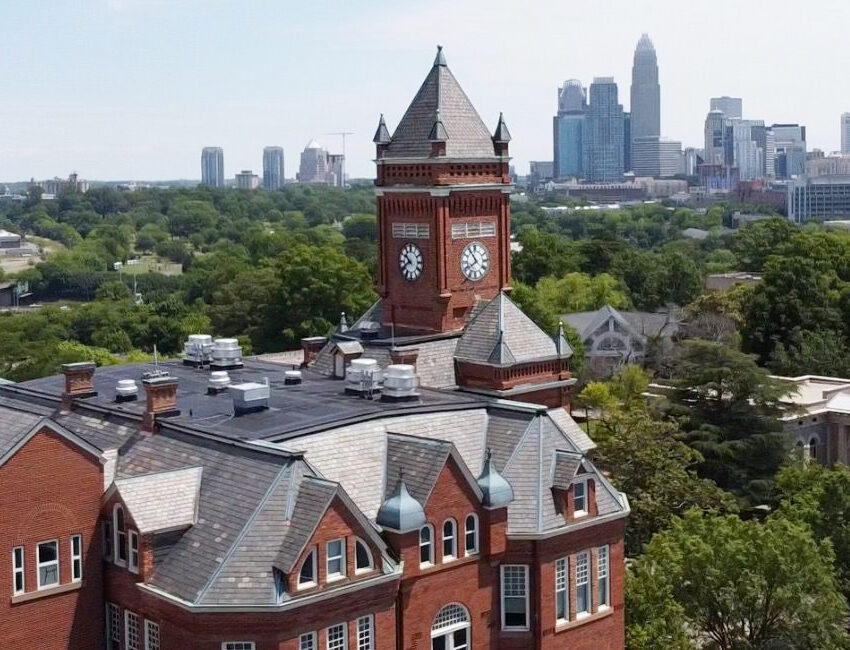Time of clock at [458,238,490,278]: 7:54
